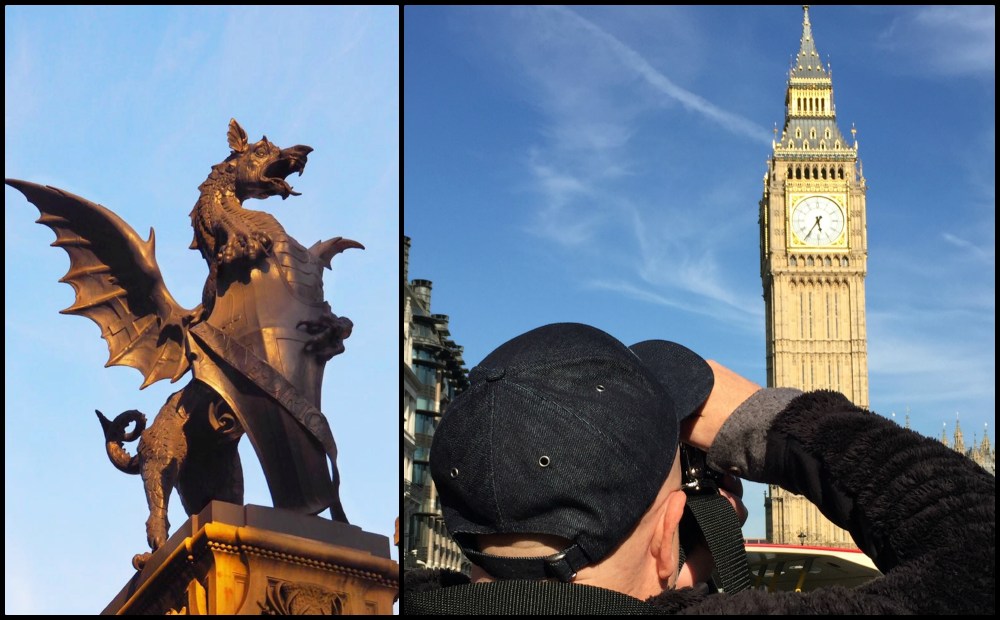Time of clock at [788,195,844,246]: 5:35
